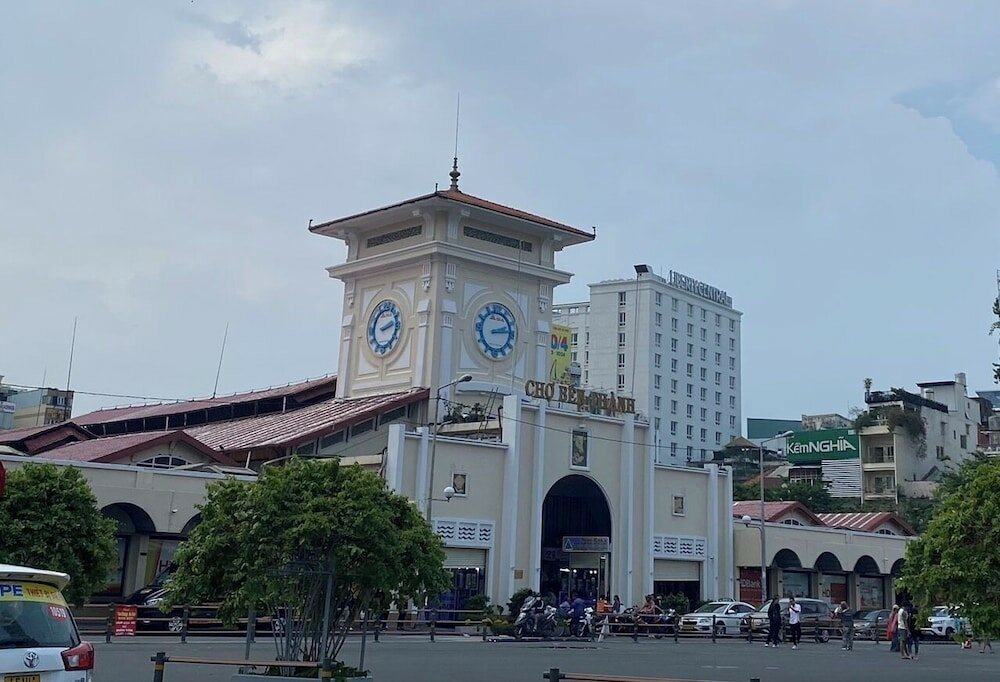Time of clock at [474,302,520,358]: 2:13
